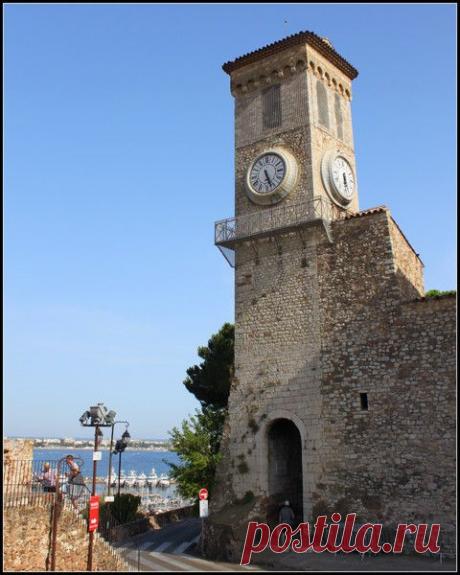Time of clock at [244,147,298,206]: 5:26
